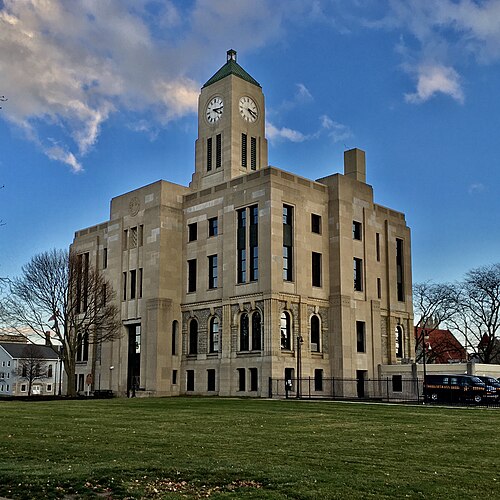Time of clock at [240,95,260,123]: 4:16
